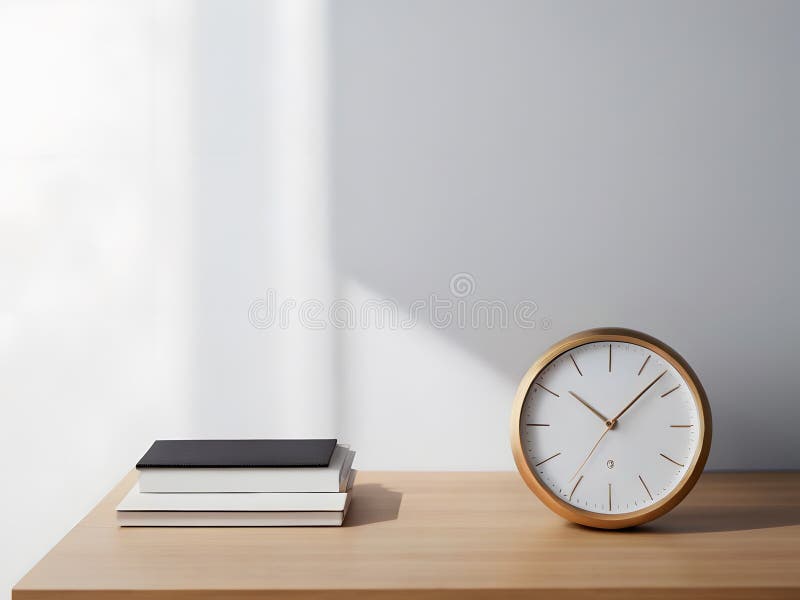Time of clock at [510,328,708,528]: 10:07
